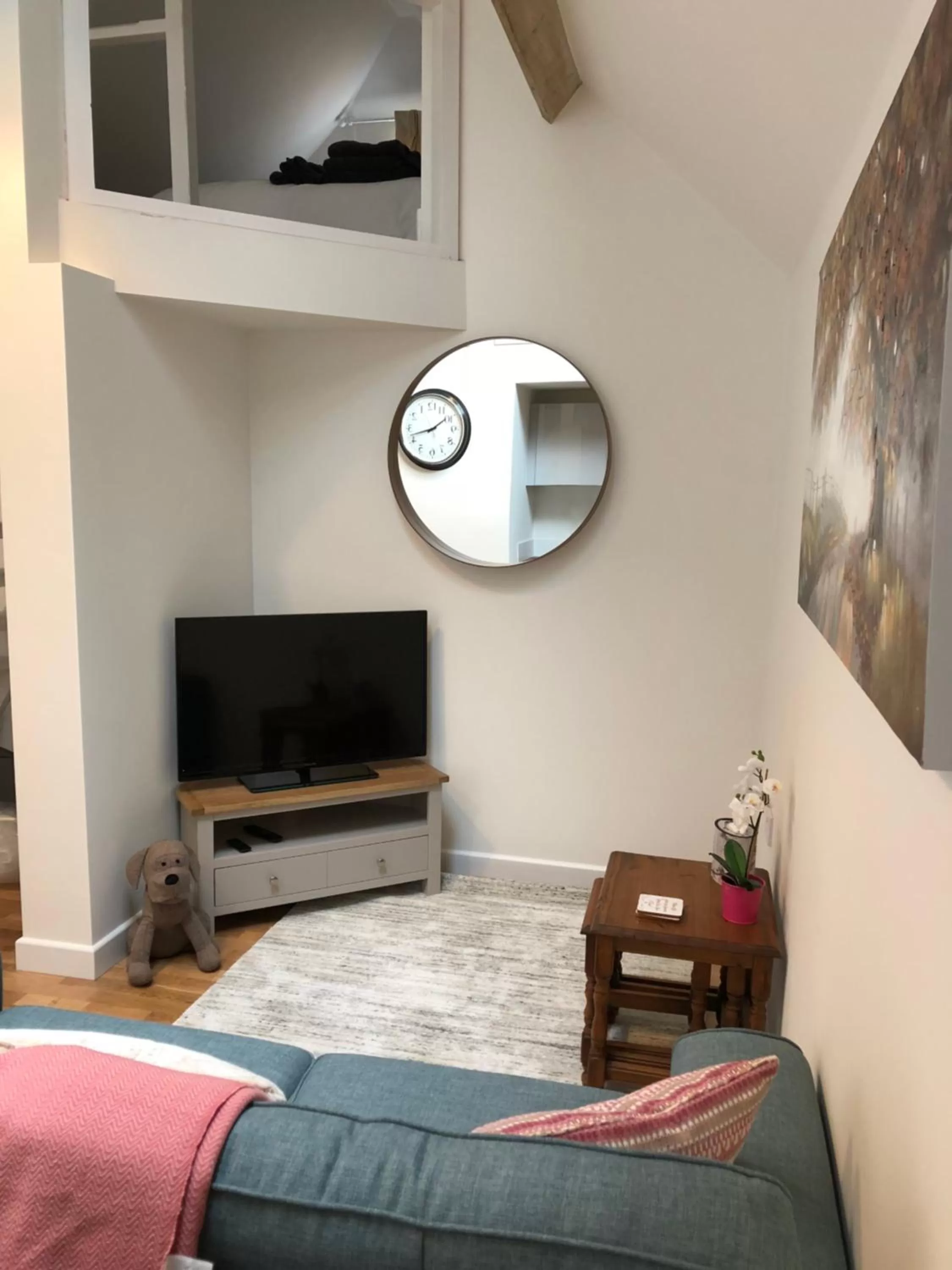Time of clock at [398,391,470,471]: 1:42
